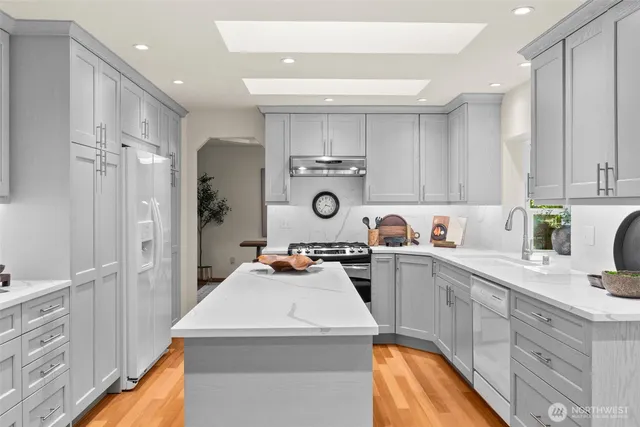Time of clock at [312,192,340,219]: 3:35
